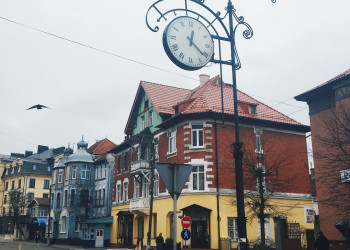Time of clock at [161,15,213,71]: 12:21
